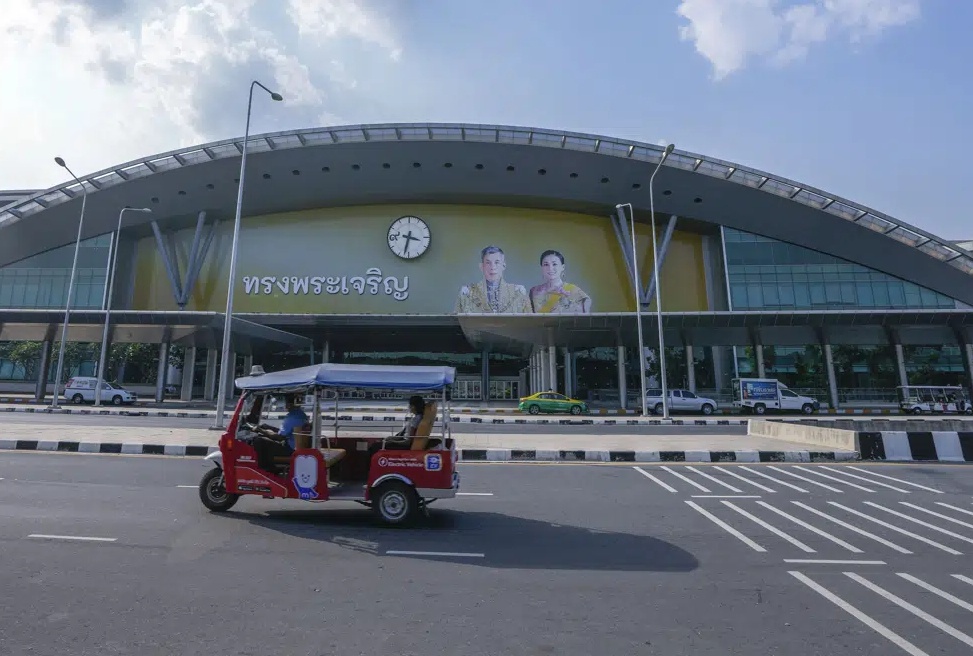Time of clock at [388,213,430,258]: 3:32
